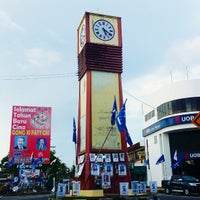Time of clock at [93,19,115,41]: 5:19
